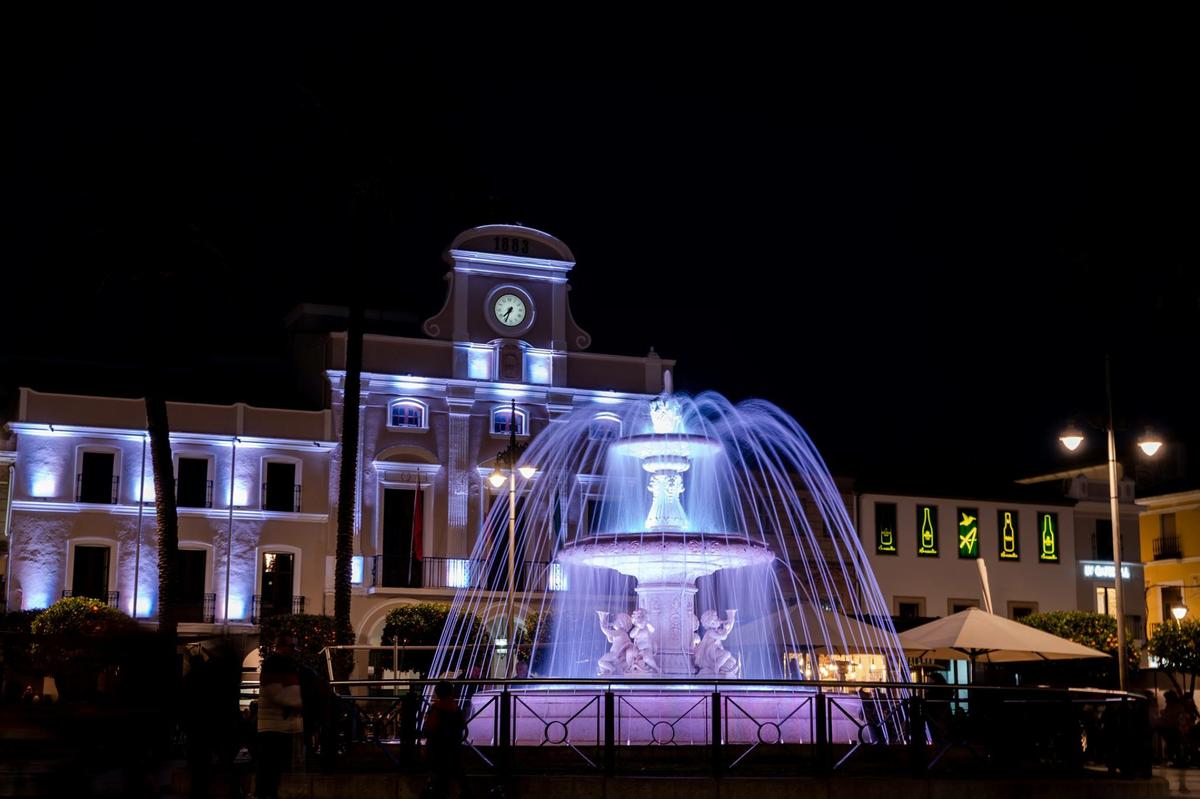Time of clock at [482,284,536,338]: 7:34
